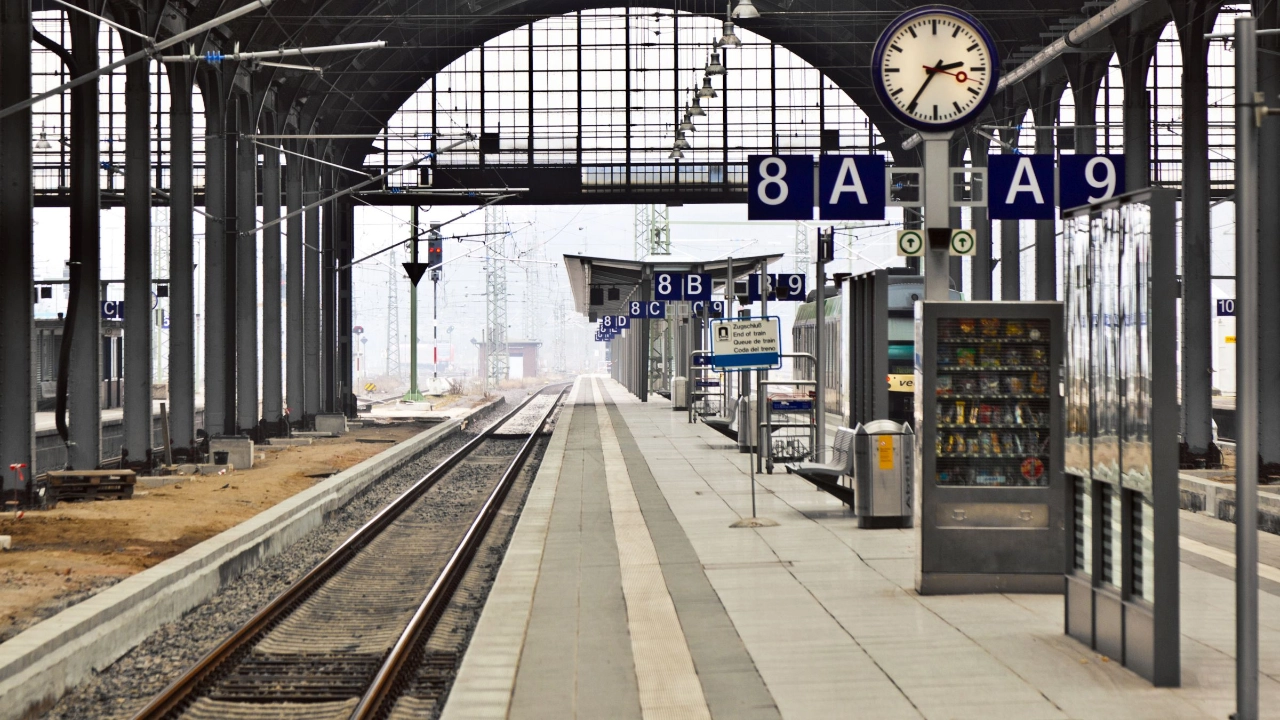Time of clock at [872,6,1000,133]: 2:35
